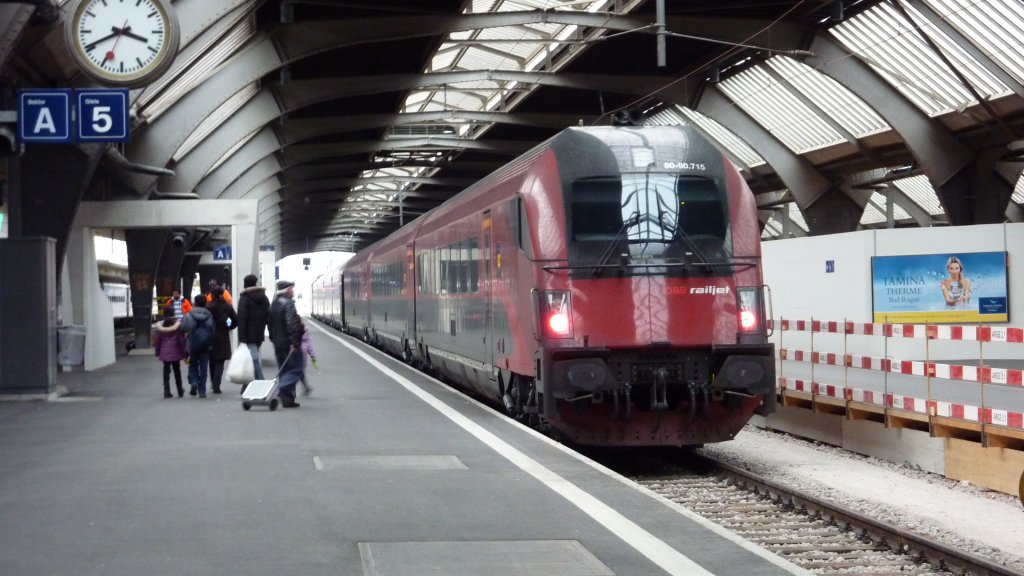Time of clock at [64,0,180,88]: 3:40
